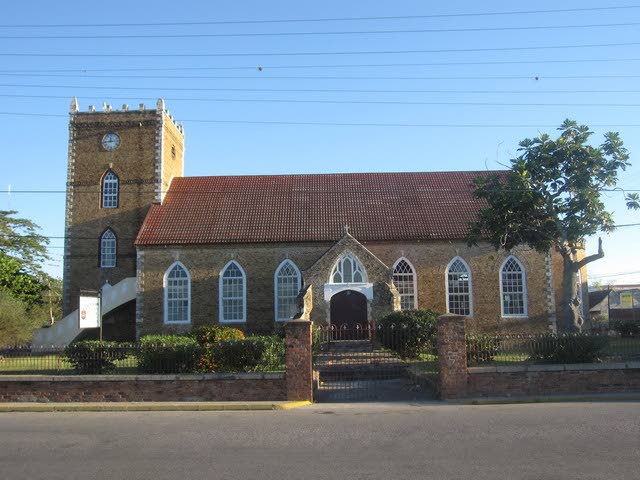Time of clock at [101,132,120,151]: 11:44
